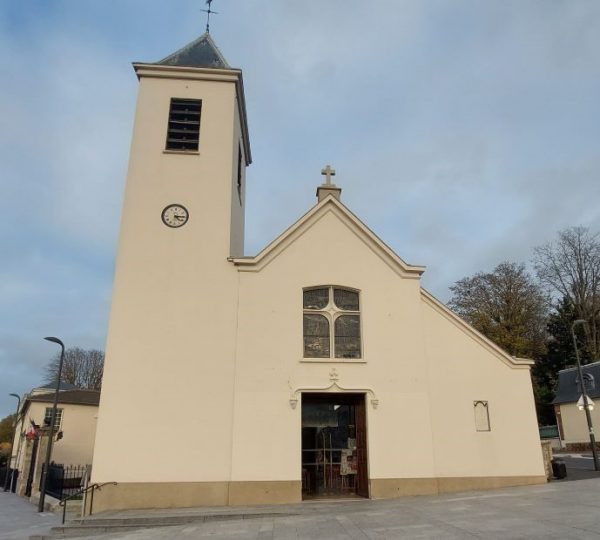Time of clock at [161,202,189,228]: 4:14
